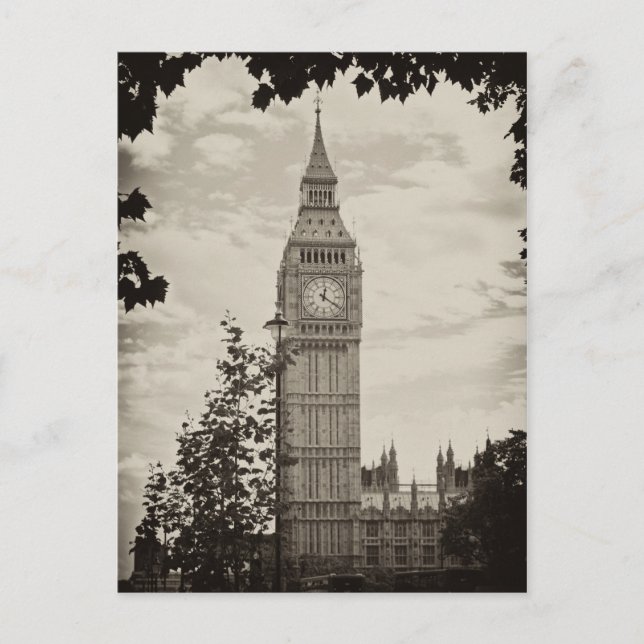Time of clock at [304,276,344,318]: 12:20
